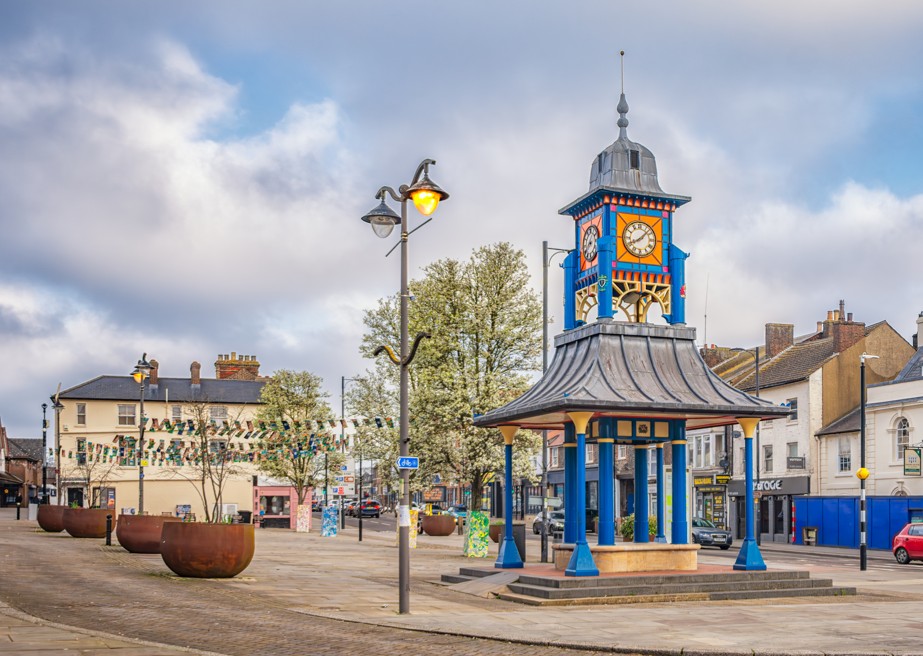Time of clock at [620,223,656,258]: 8:07
